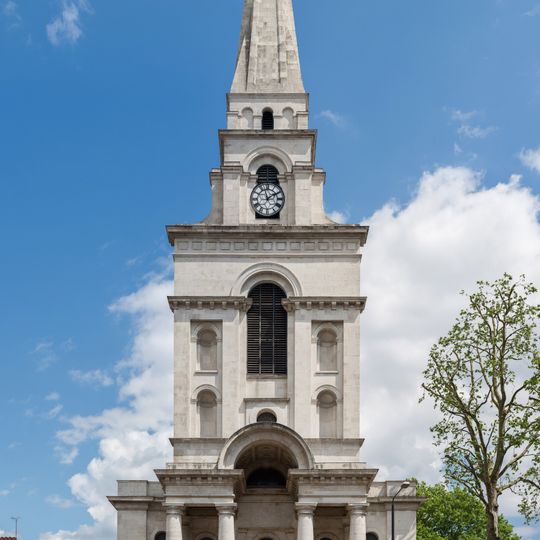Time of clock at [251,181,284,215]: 1:57
